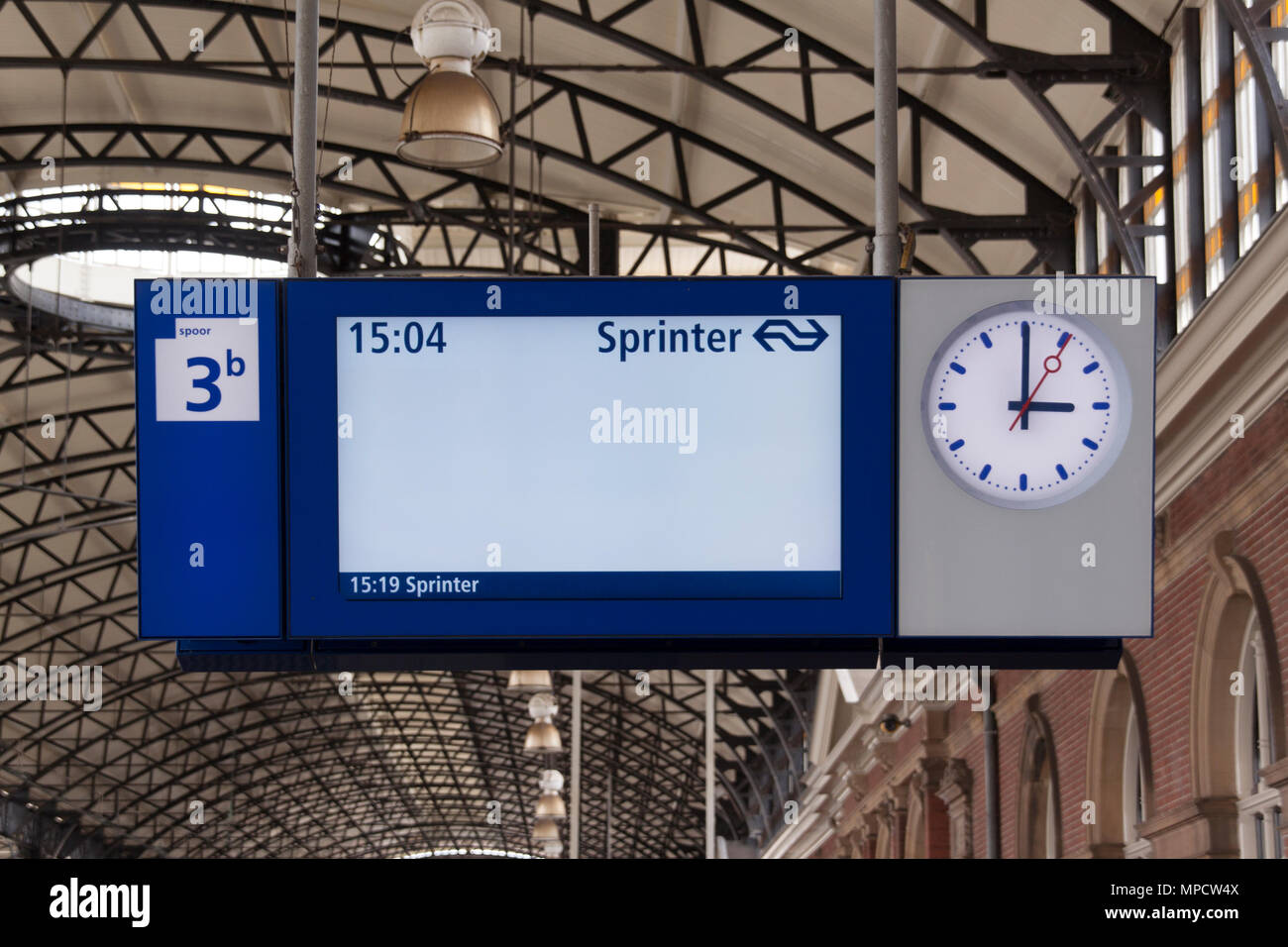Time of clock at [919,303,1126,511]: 3:00
